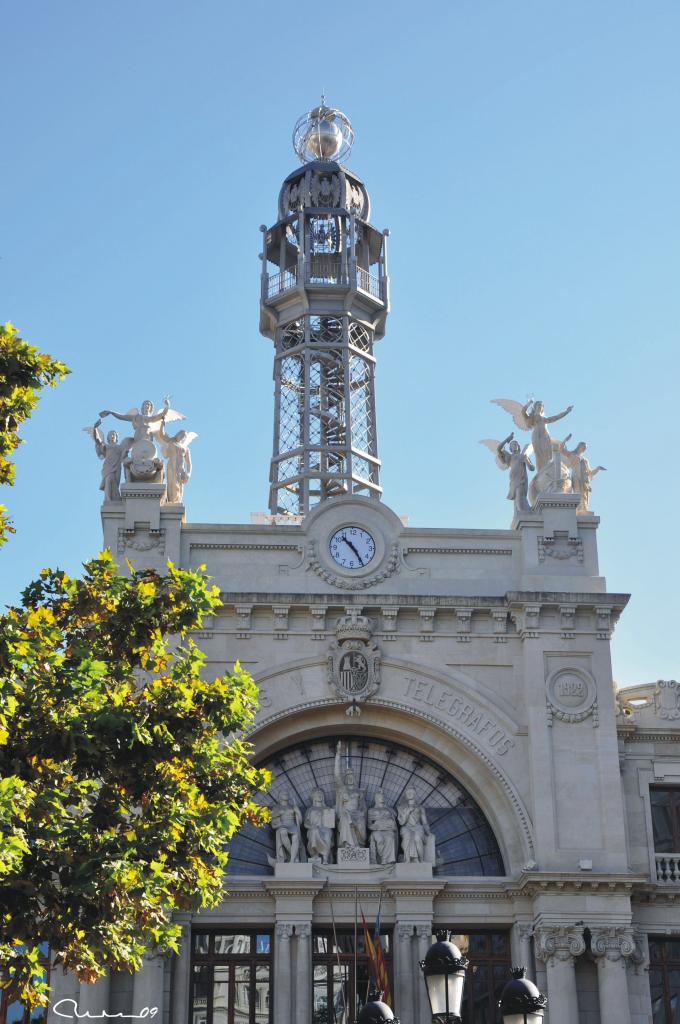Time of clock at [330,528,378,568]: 10:24
